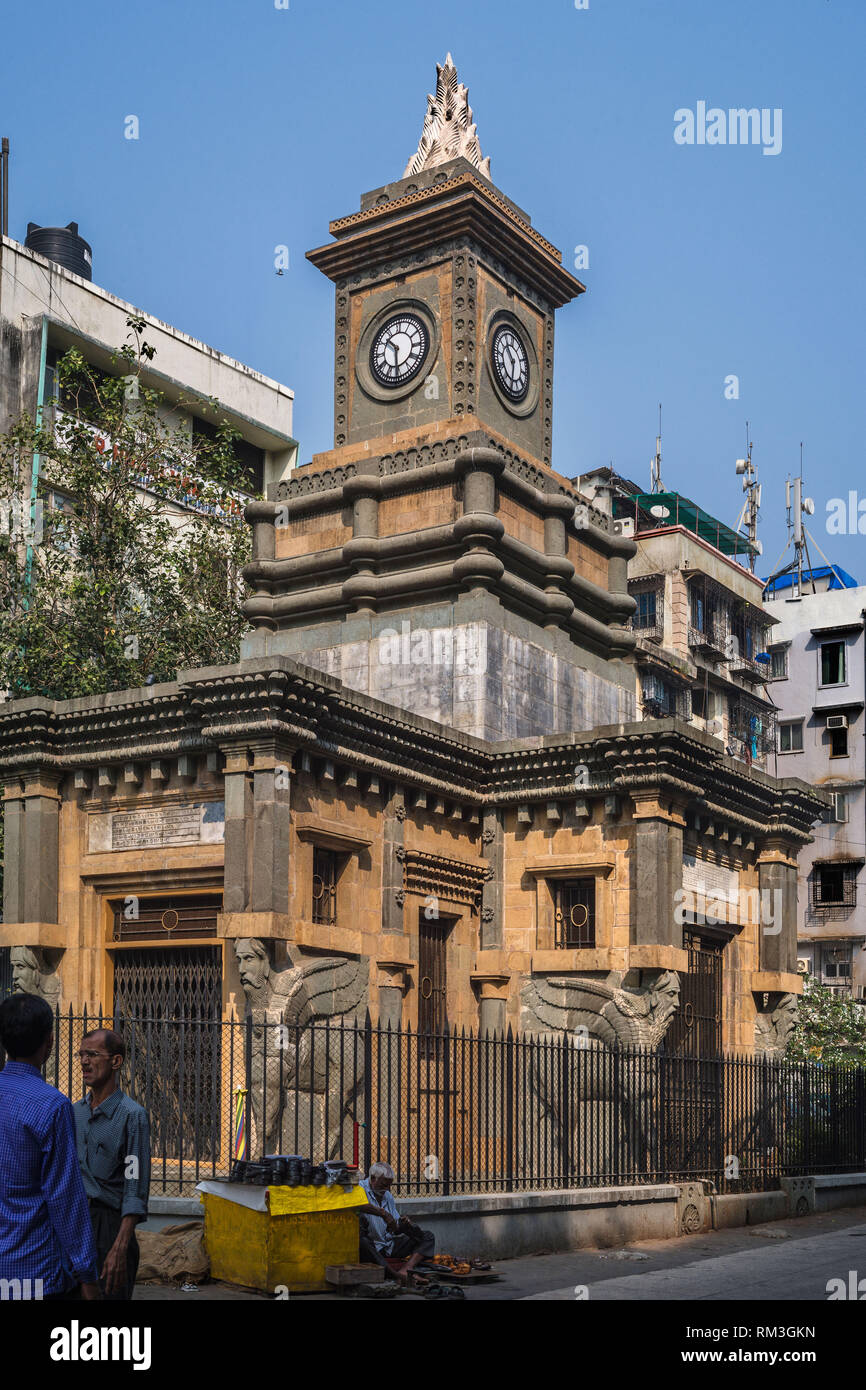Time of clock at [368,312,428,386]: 10:30
